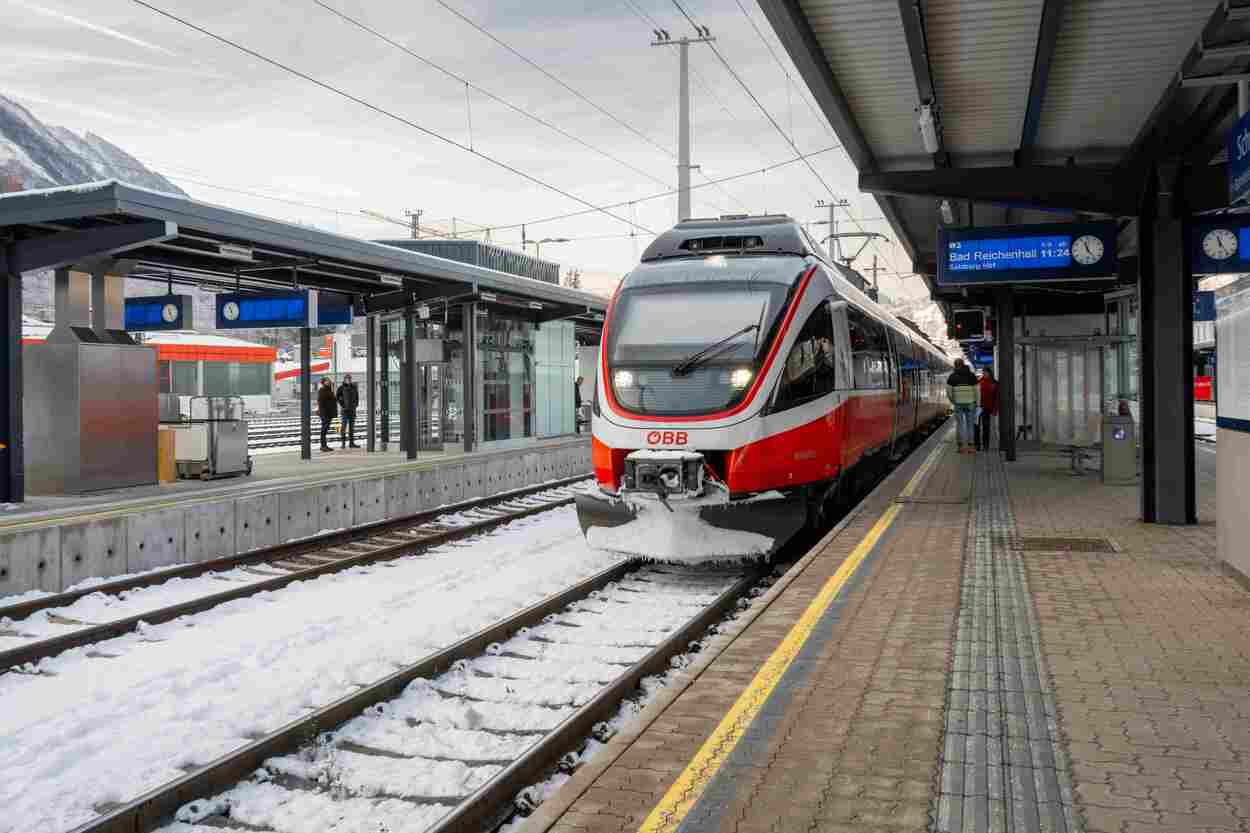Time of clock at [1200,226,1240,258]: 11:24
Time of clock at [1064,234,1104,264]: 11:23
